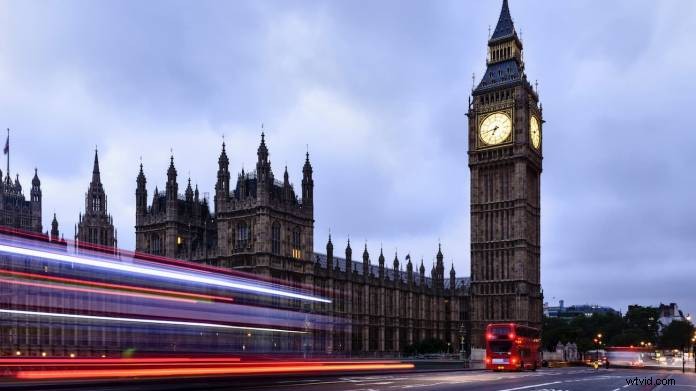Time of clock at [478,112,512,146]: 6:42
